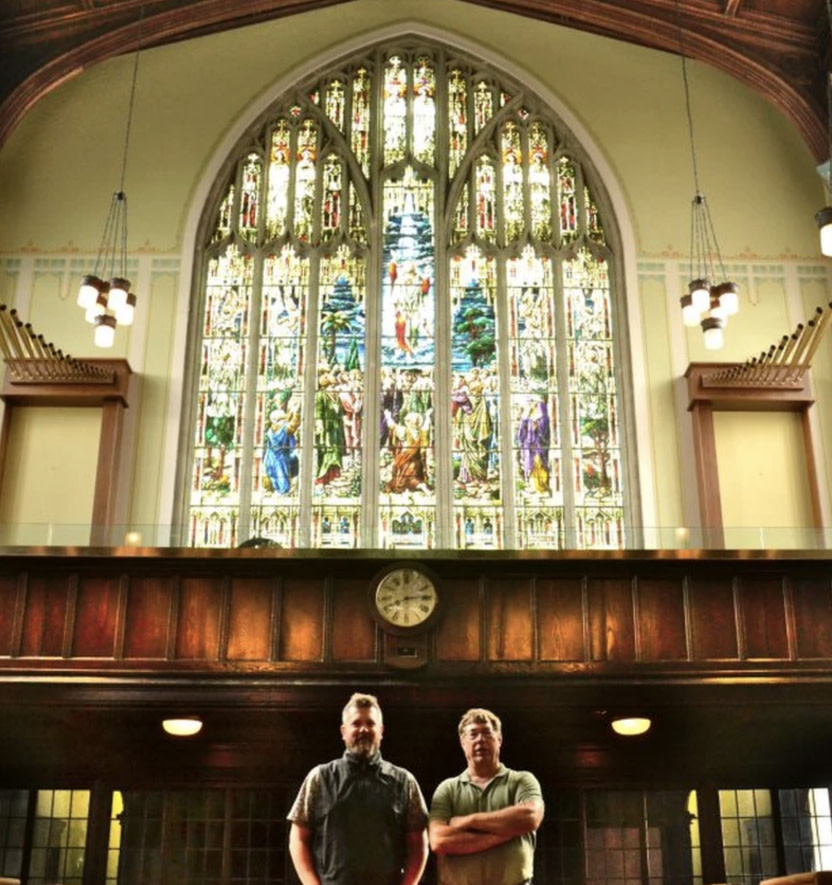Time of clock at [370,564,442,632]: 8:14
